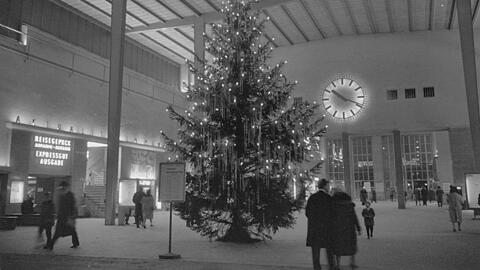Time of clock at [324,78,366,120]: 10:18
